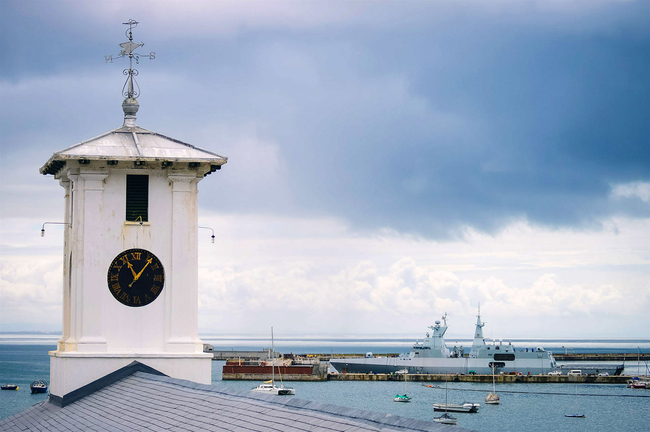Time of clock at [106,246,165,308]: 11:06
